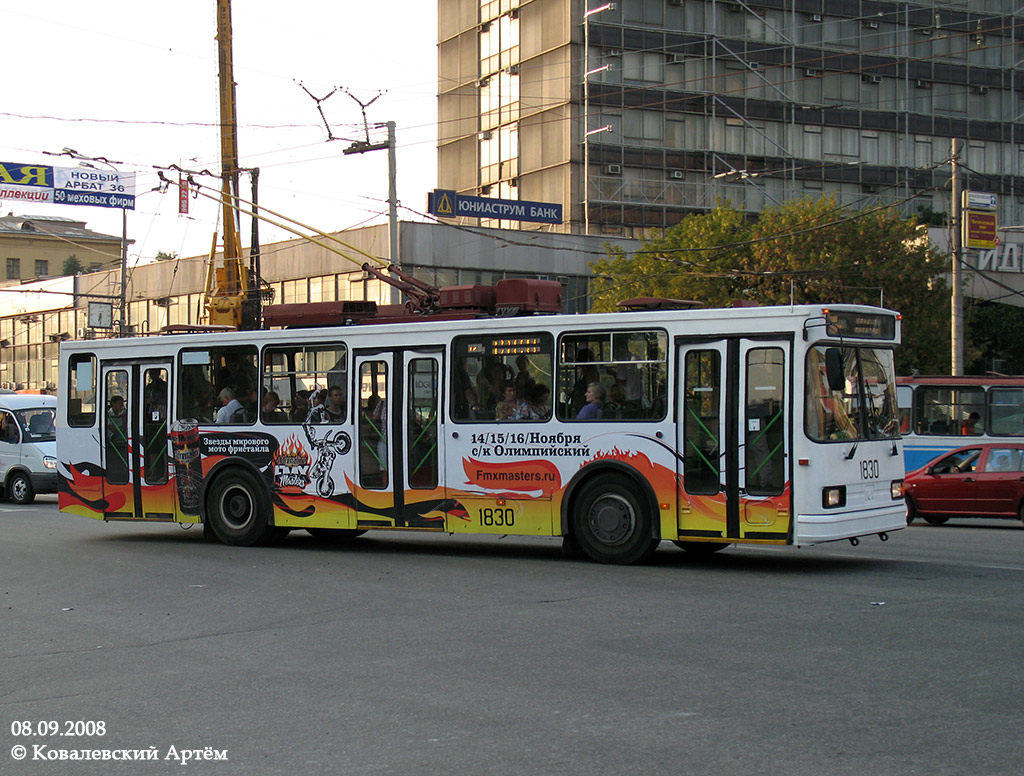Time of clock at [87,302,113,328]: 6:29
